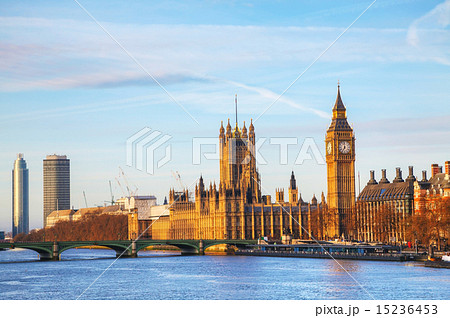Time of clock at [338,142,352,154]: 6:59
